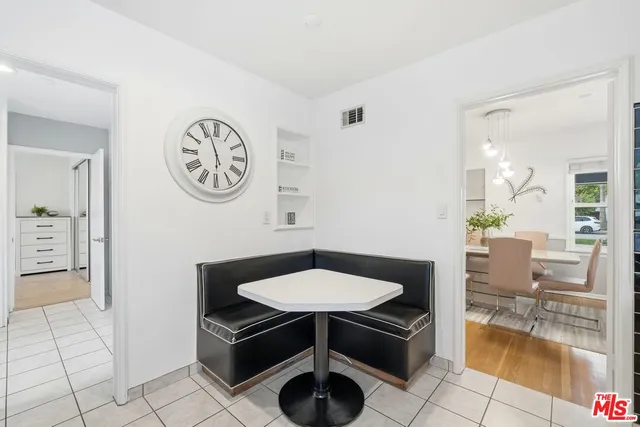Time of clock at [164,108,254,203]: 5:56
